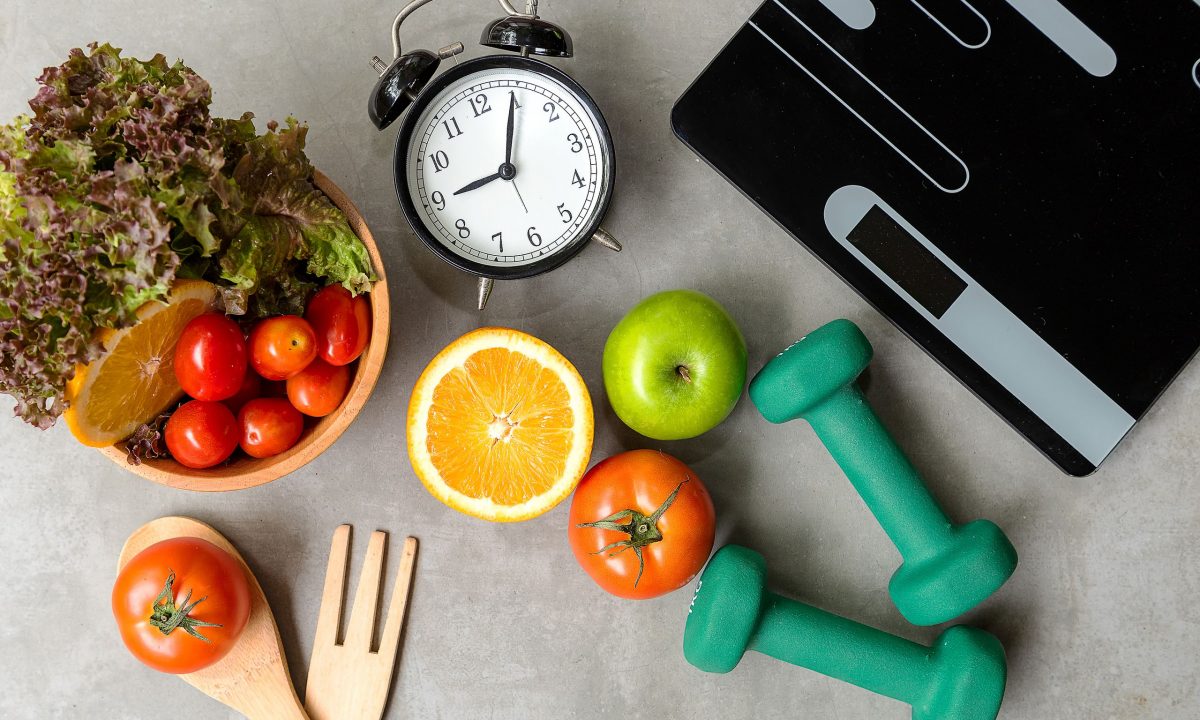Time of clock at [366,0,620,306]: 9:04
